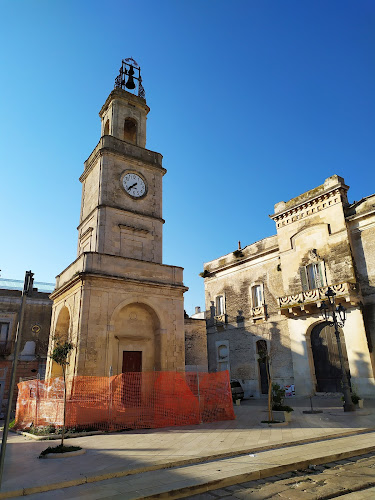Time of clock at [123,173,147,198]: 7:37
